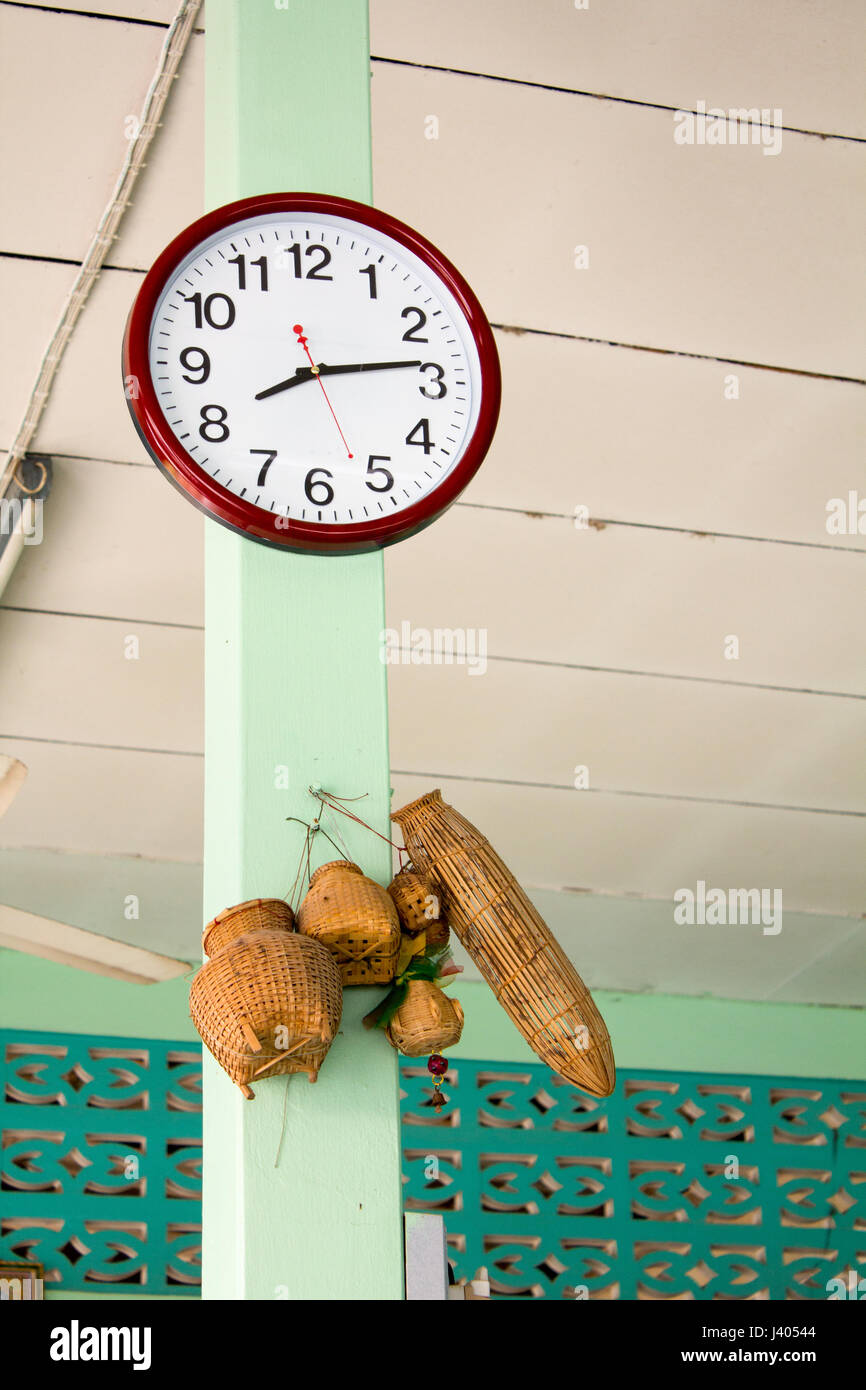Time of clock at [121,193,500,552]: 8:13
